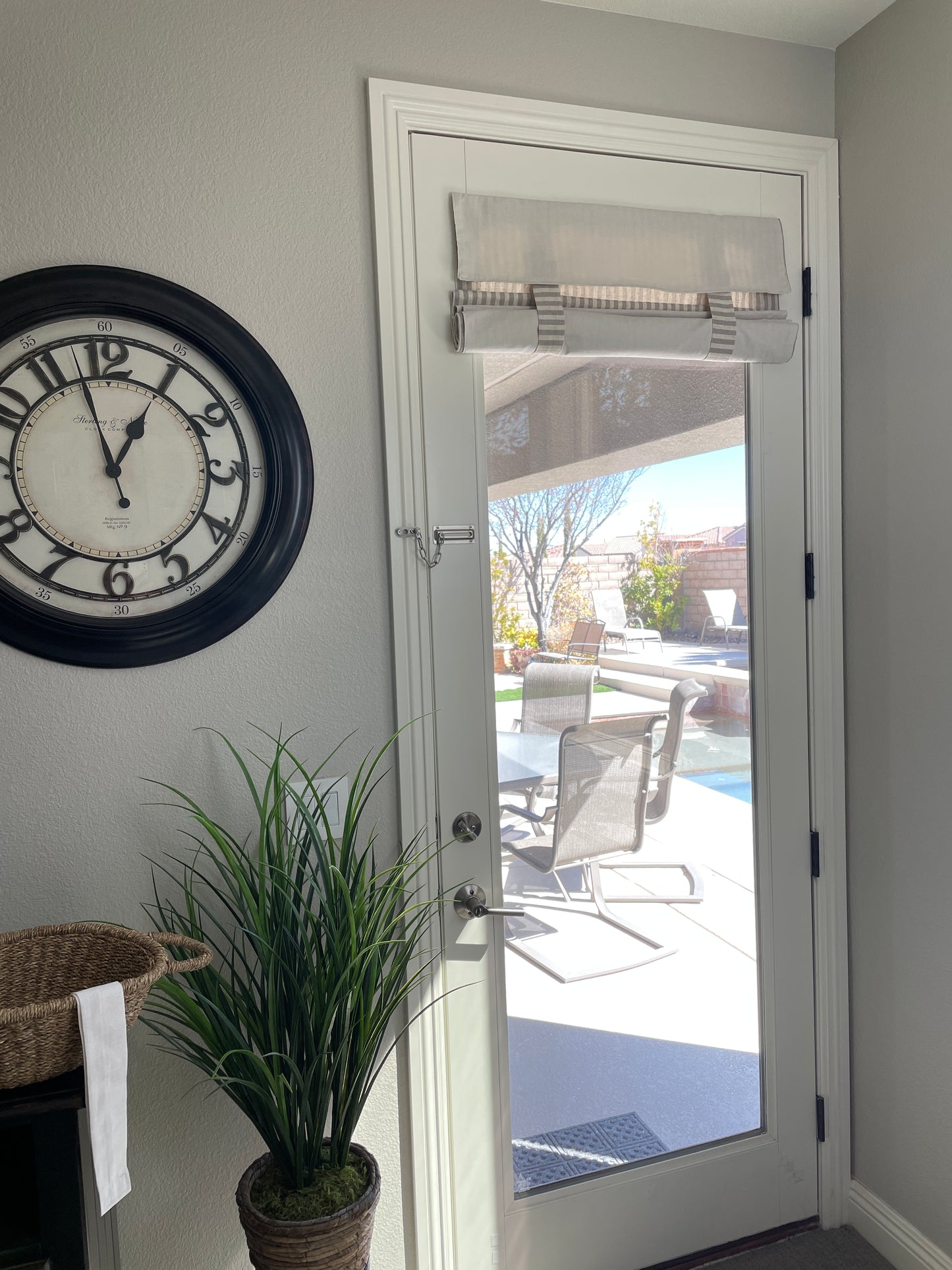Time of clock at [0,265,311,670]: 12:57
